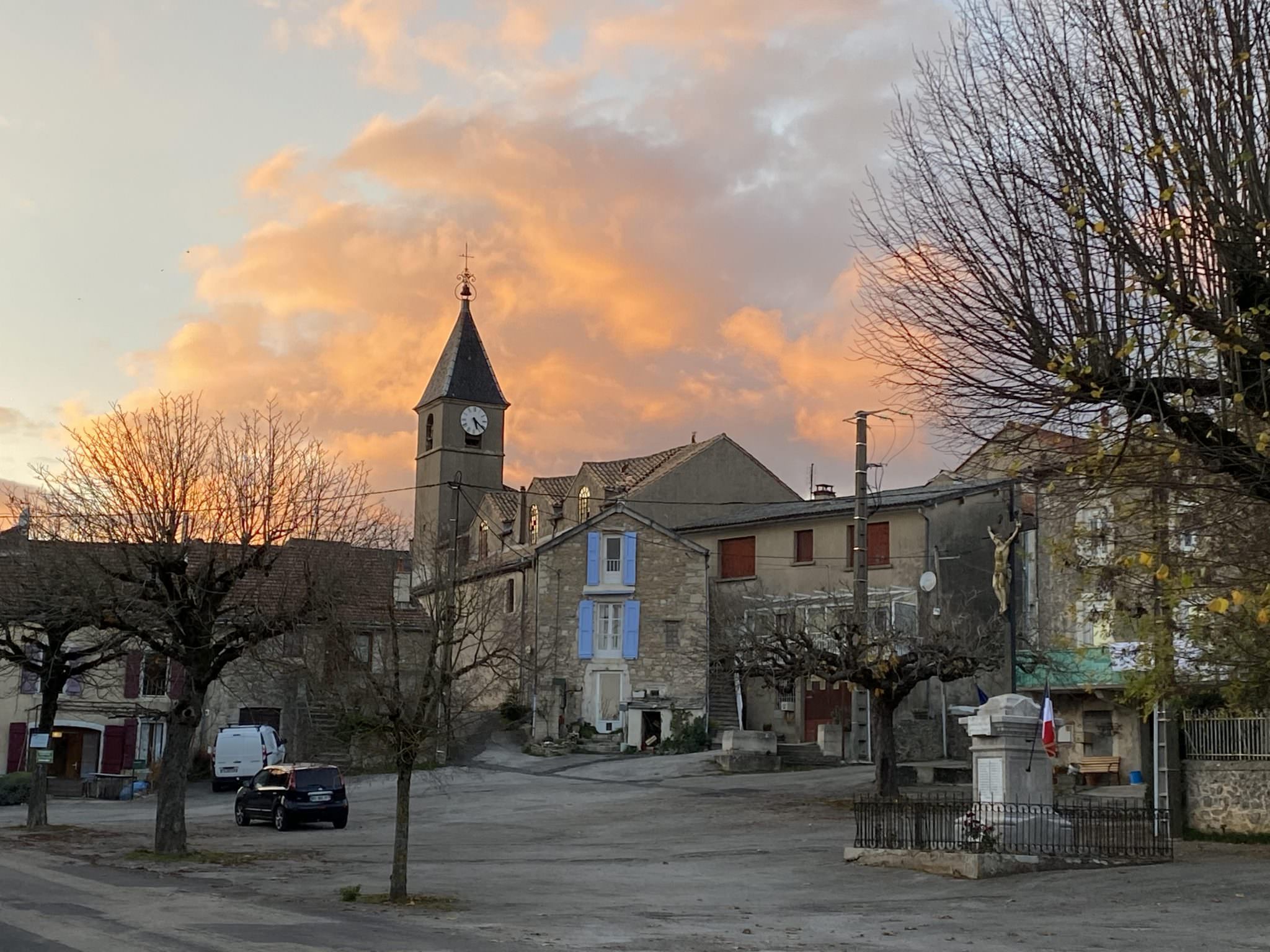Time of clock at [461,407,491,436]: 5:21
